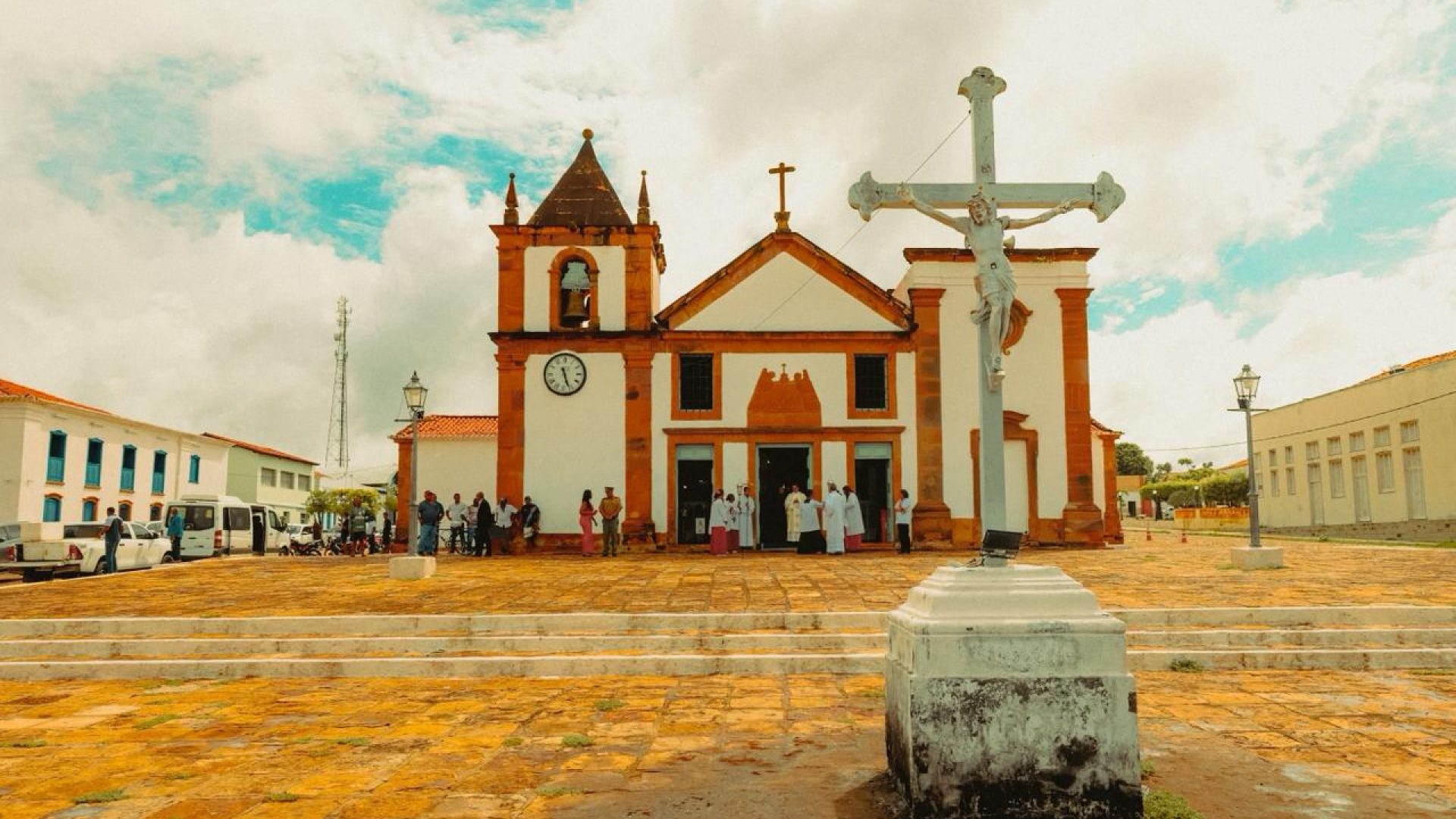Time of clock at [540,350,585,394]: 11:26
